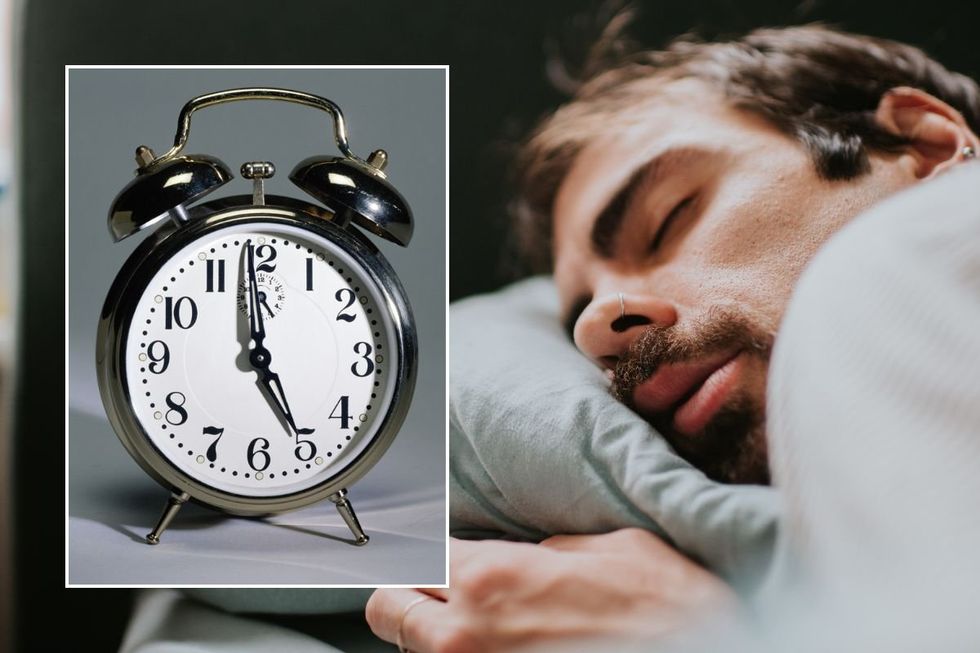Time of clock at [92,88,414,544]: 4:59
